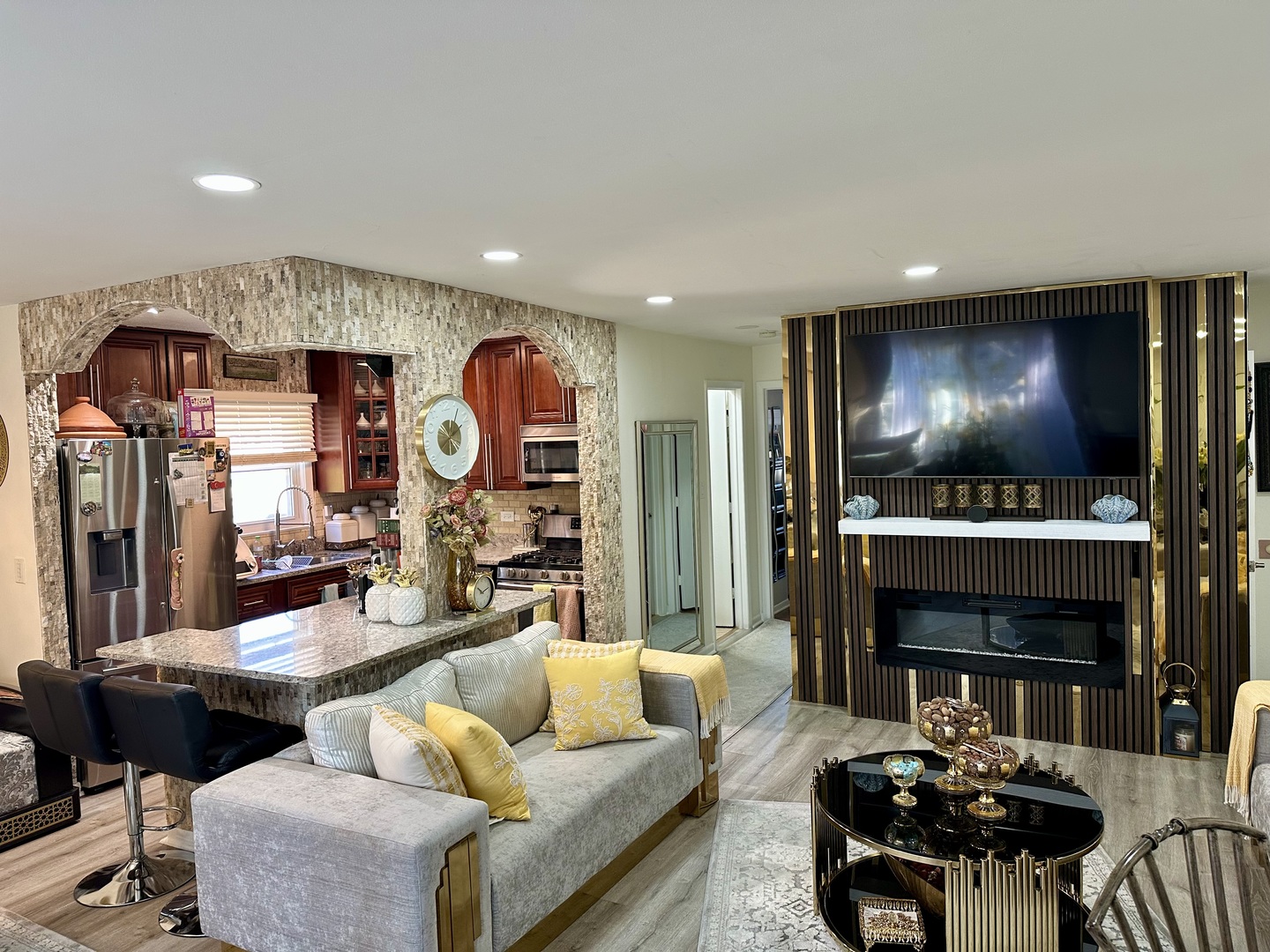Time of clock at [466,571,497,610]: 10:12
